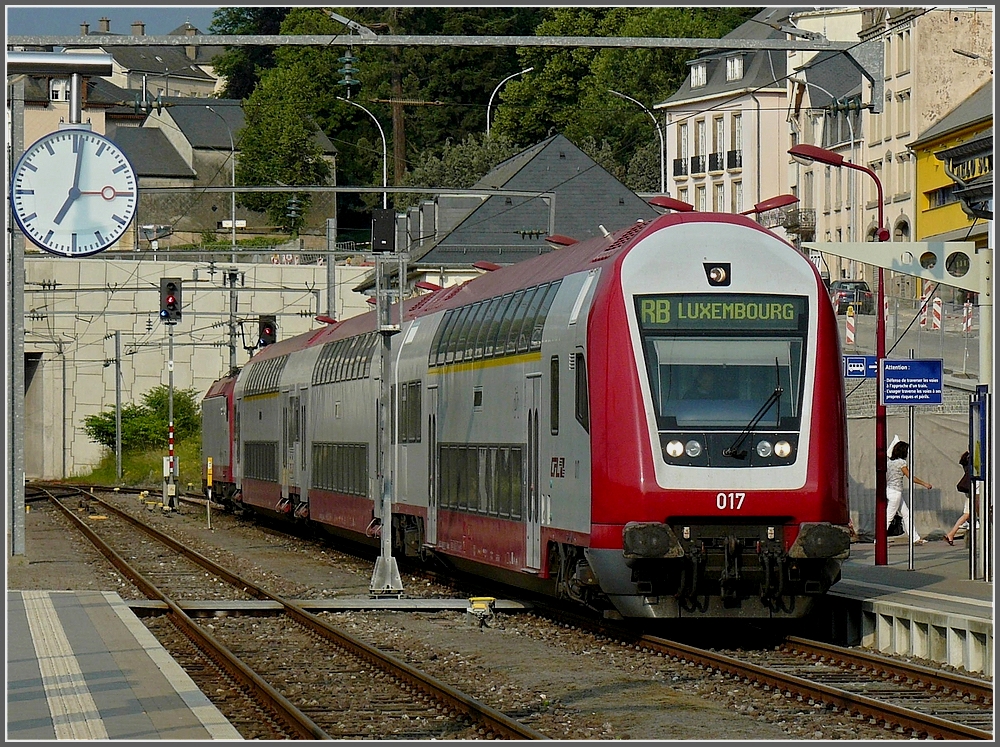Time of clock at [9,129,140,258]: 7:01
